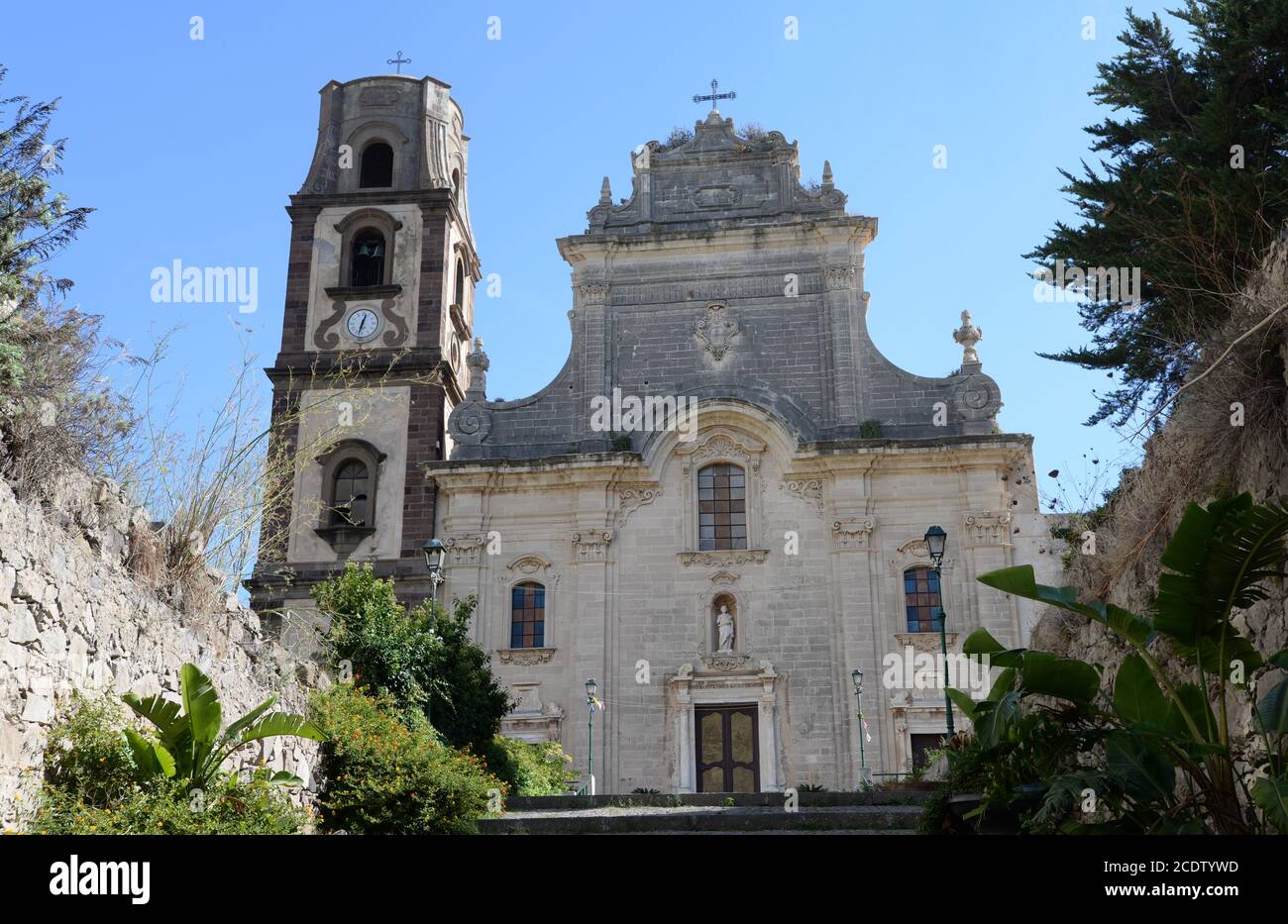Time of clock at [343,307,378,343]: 12:32
